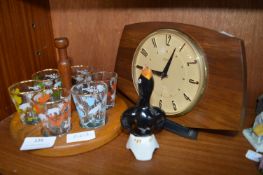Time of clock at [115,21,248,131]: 9:03
